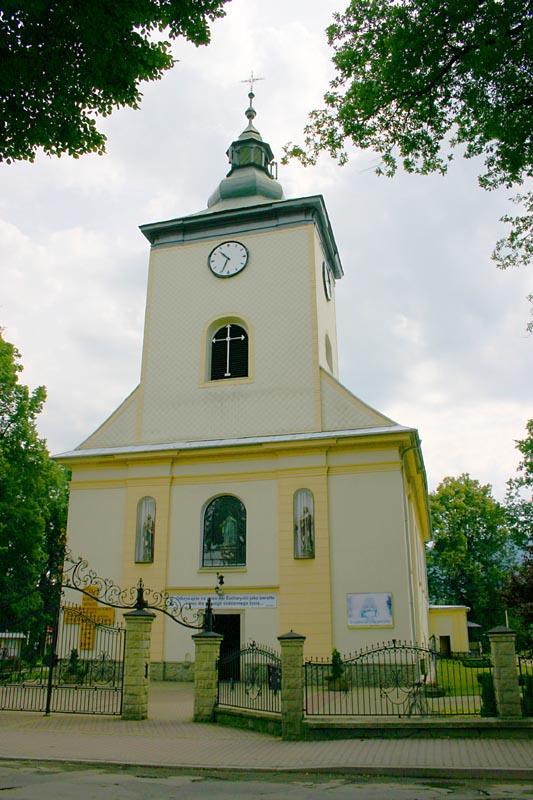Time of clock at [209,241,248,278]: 10:34
